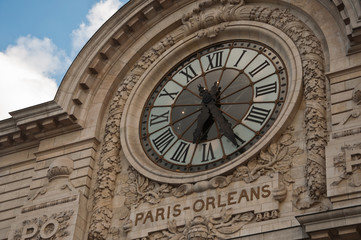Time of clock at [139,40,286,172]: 6:25
